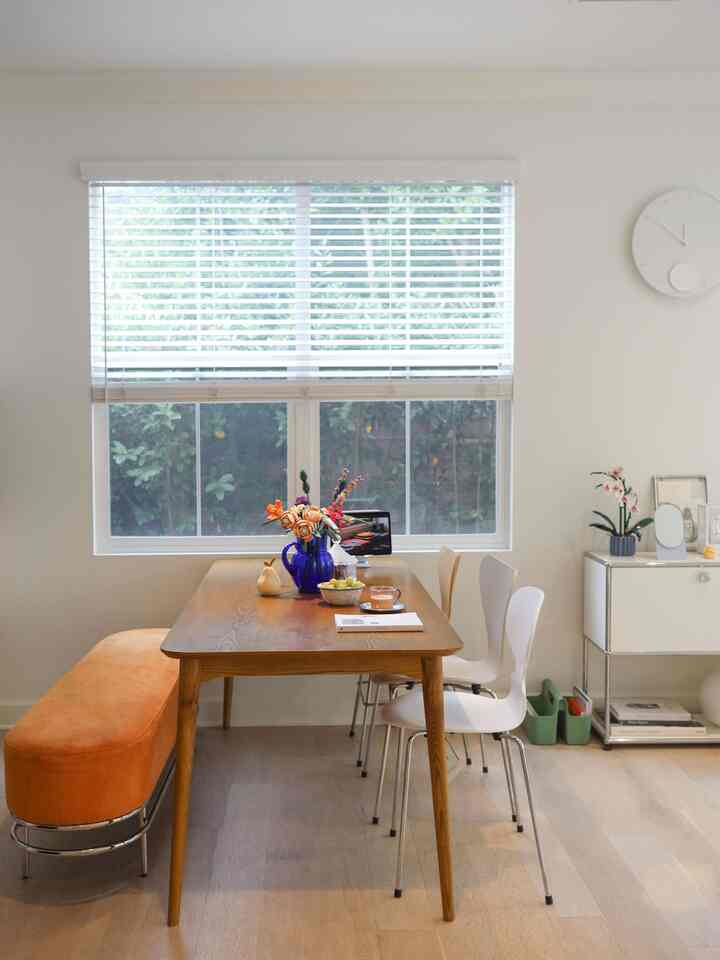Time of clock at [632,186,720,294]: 11:50
